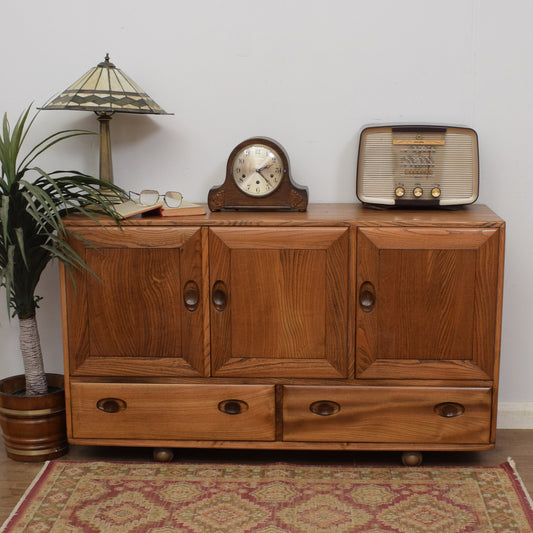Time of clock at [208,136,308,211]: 2:23
